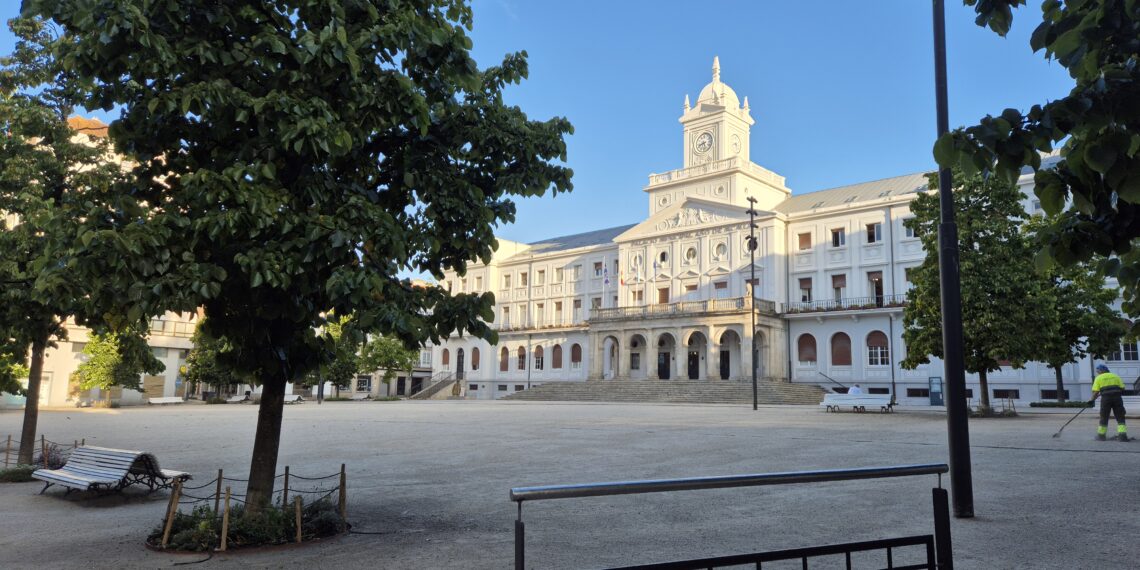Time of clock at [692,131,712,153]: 8:27
